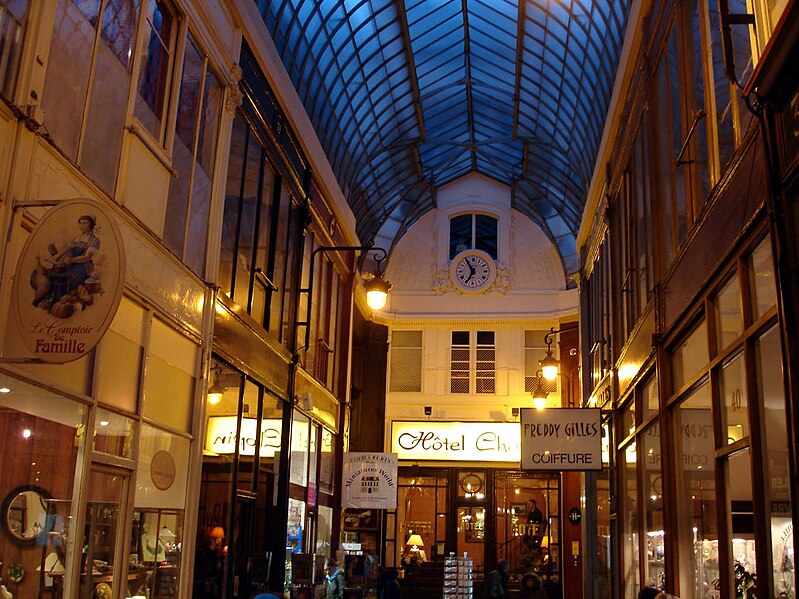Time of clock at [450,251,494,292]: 6:54
